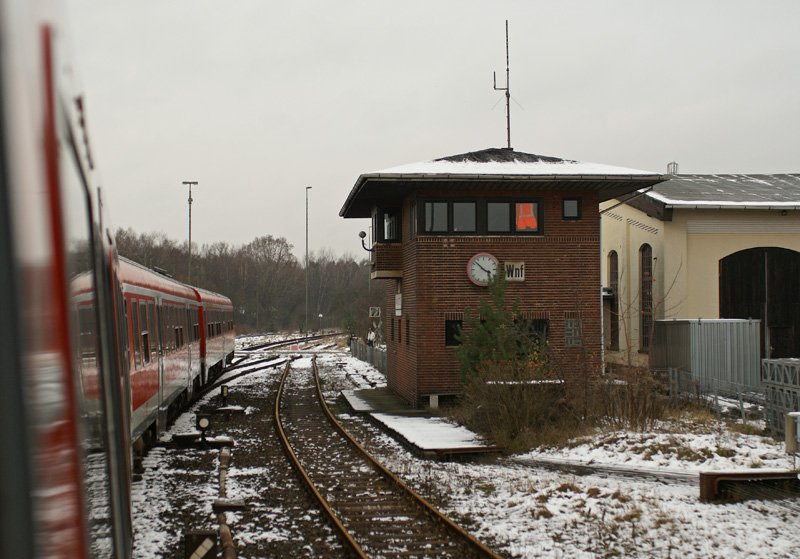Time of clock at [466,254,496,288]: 3:52
